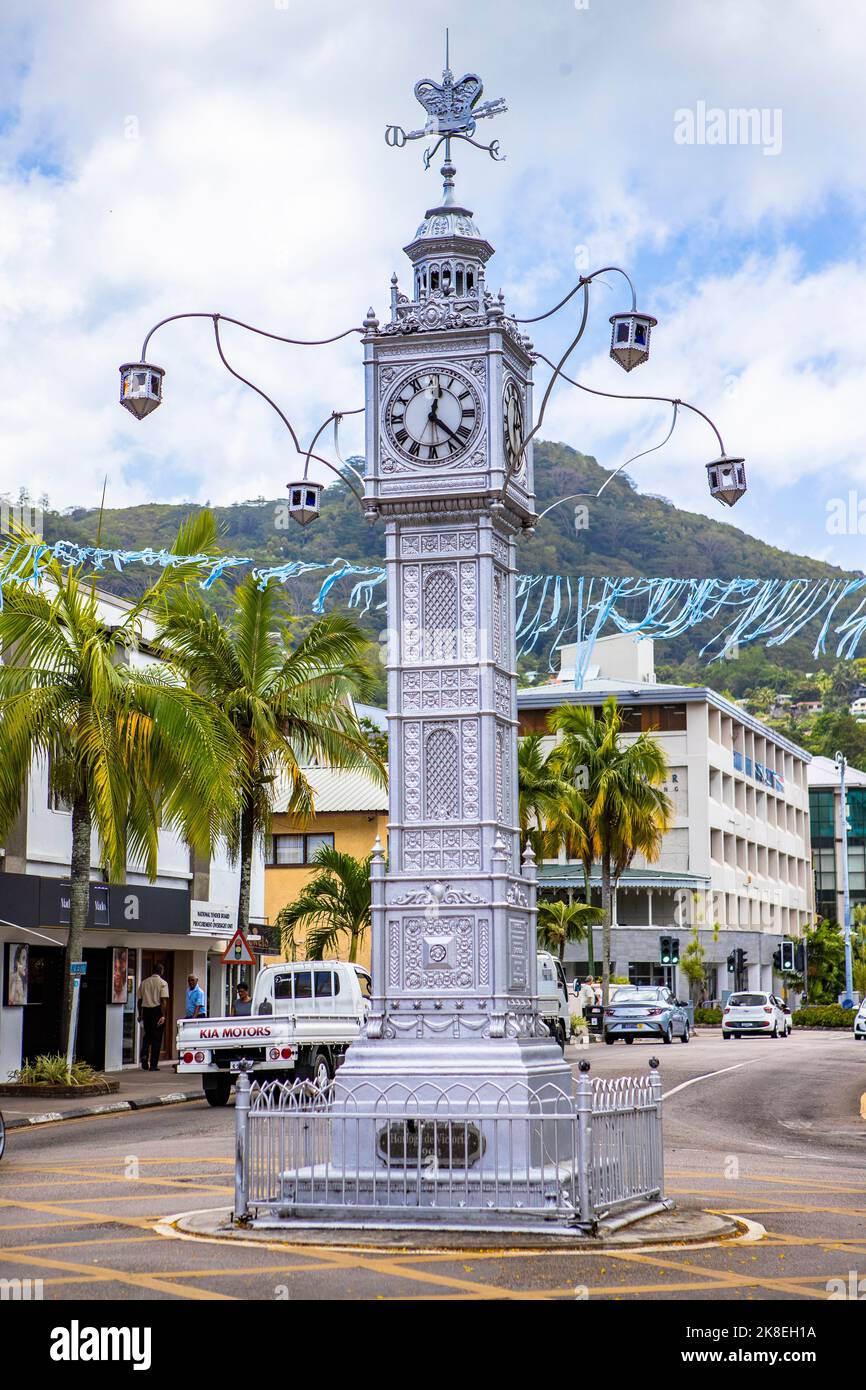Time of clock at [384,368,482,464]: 12:22
